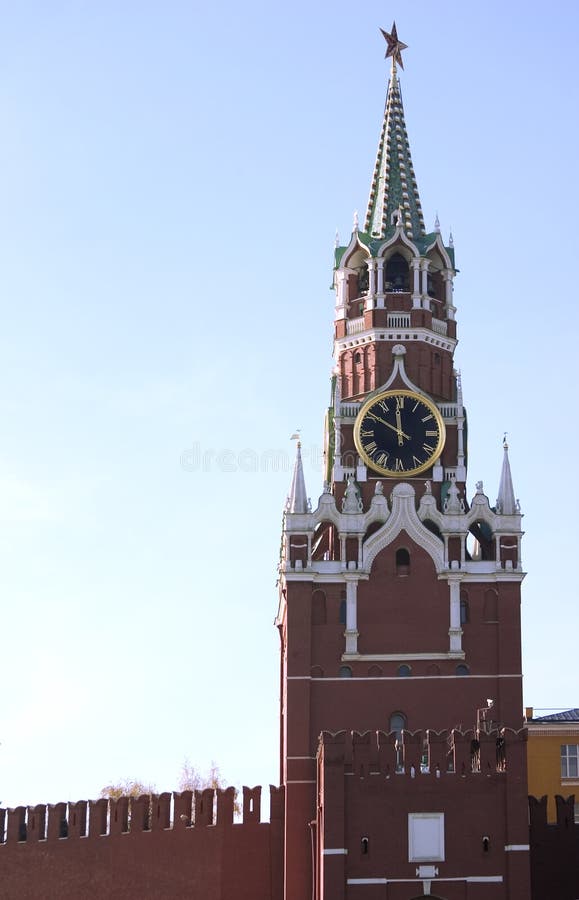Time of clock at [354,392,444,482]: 11:50
